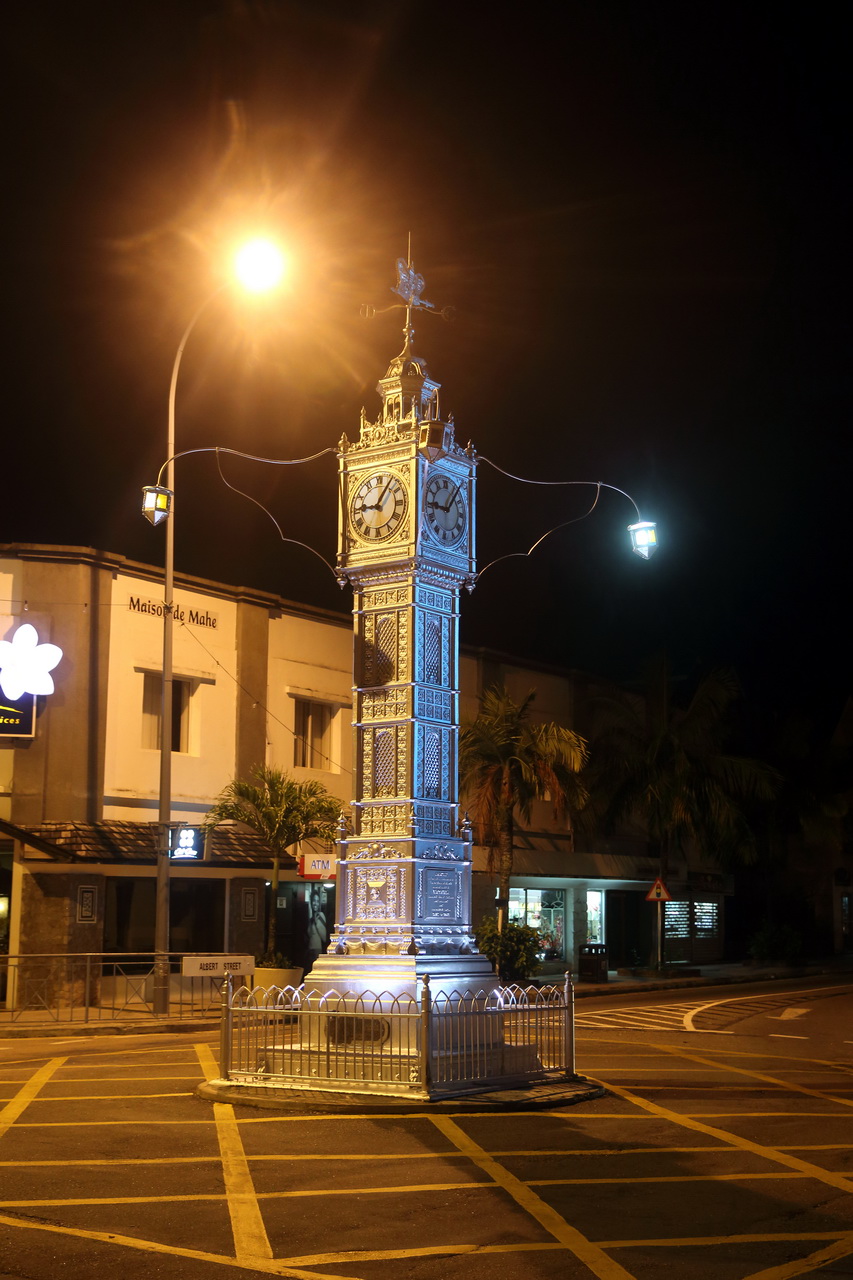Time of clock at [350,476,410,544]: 9:05
